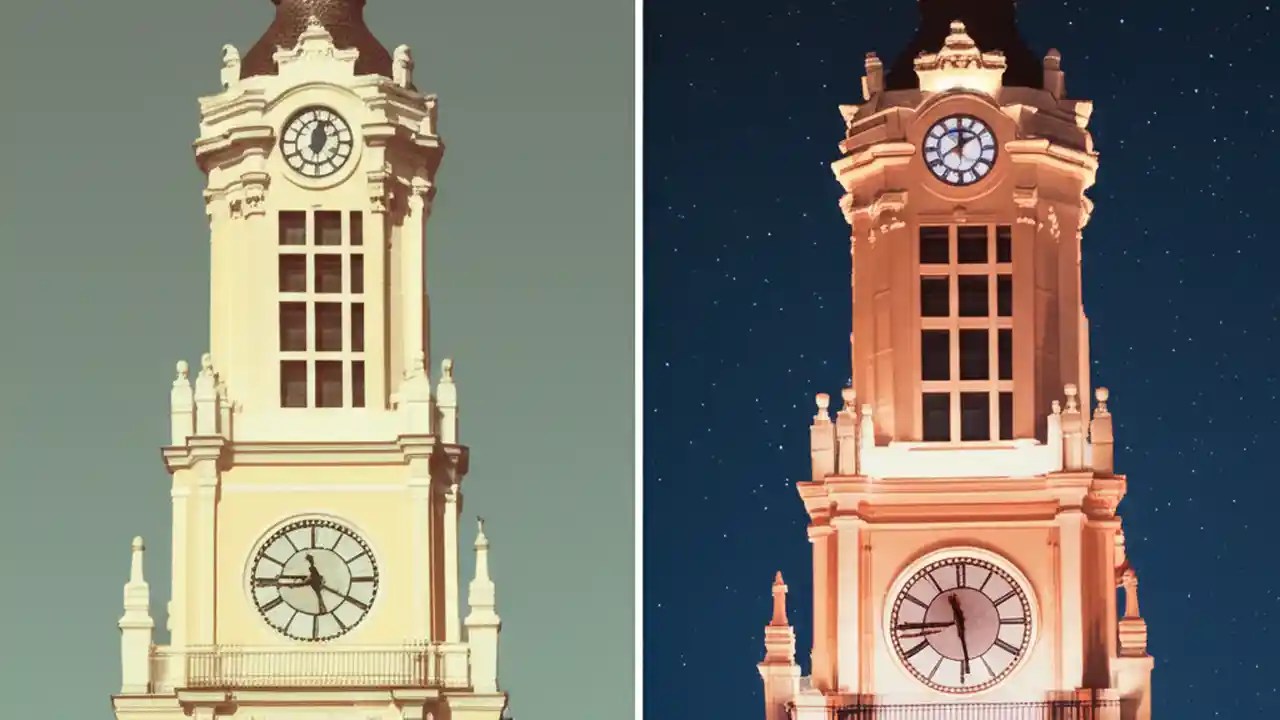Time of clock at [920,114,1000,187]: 12:09
